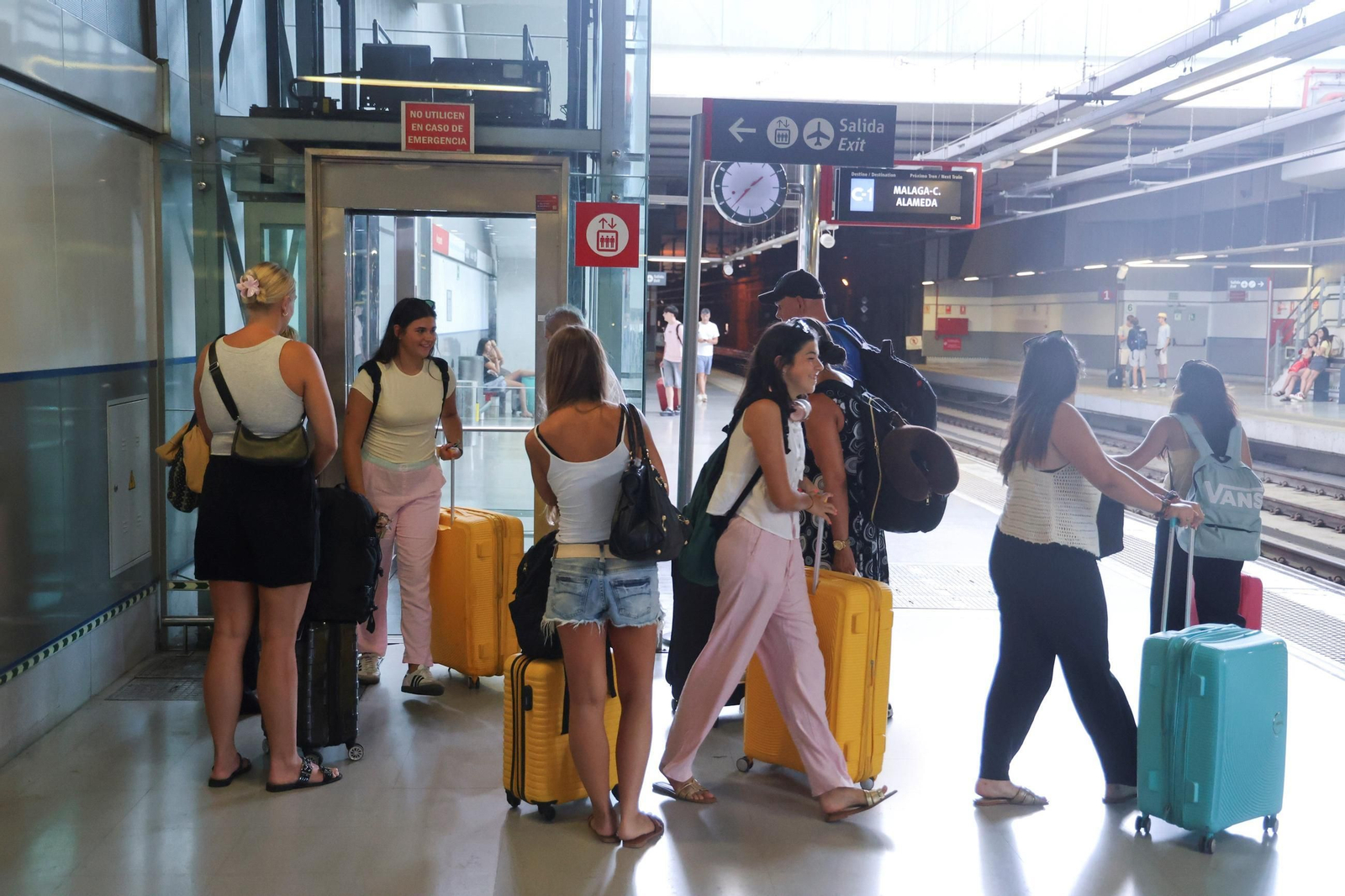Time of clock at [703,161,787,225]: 1:36
